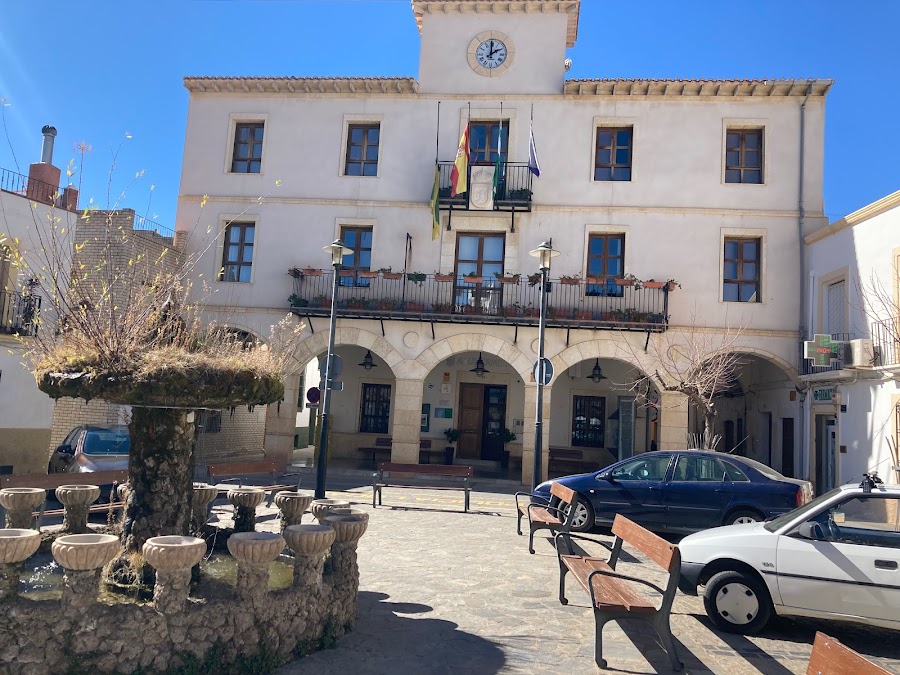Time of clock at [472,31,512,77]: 2:00
